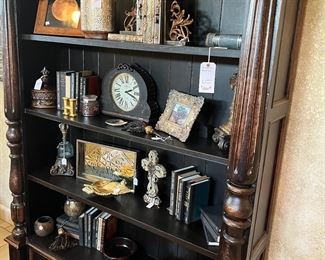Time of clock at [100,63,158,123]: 2:18
